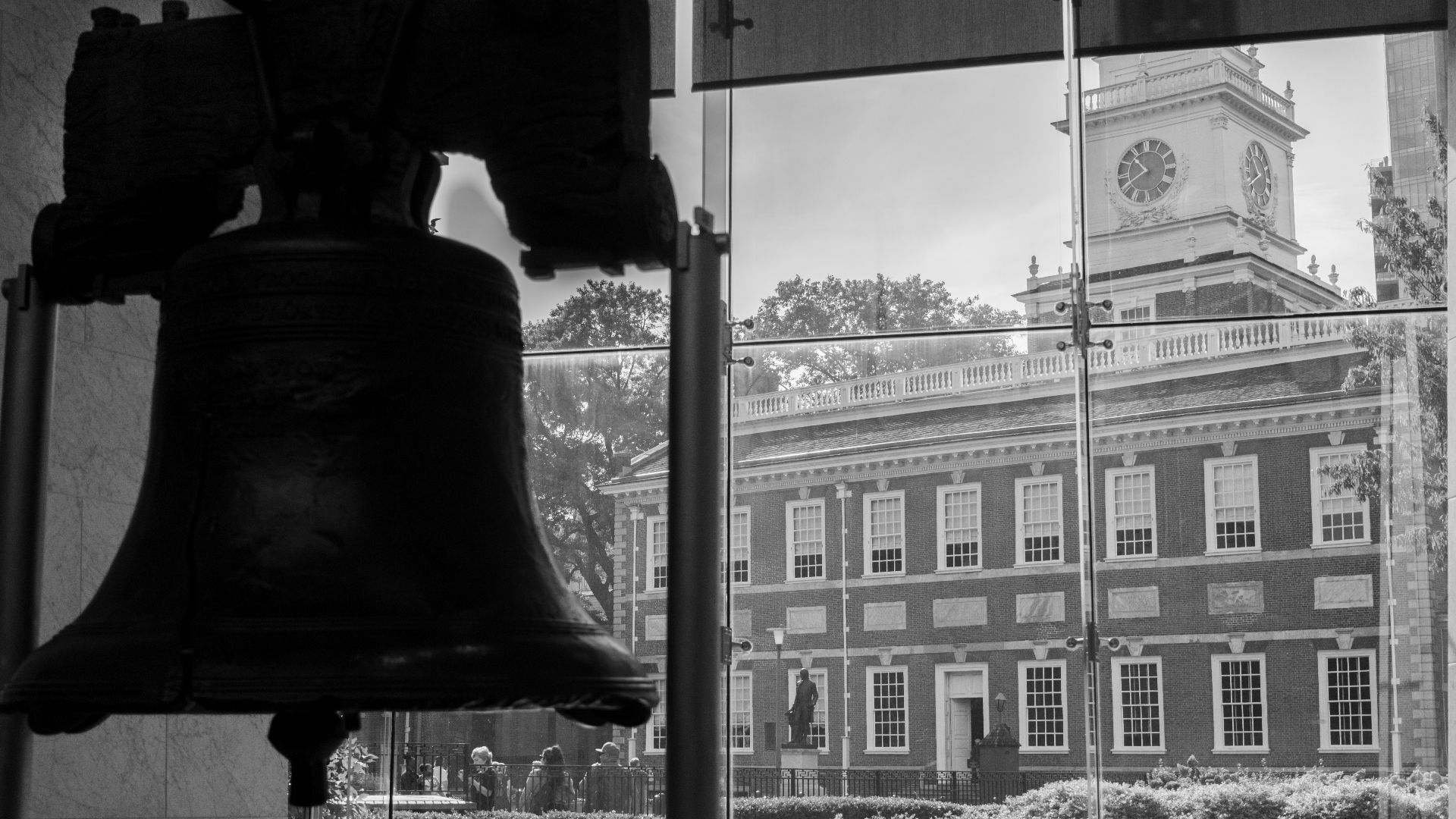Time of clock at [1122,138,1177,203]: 10:40
